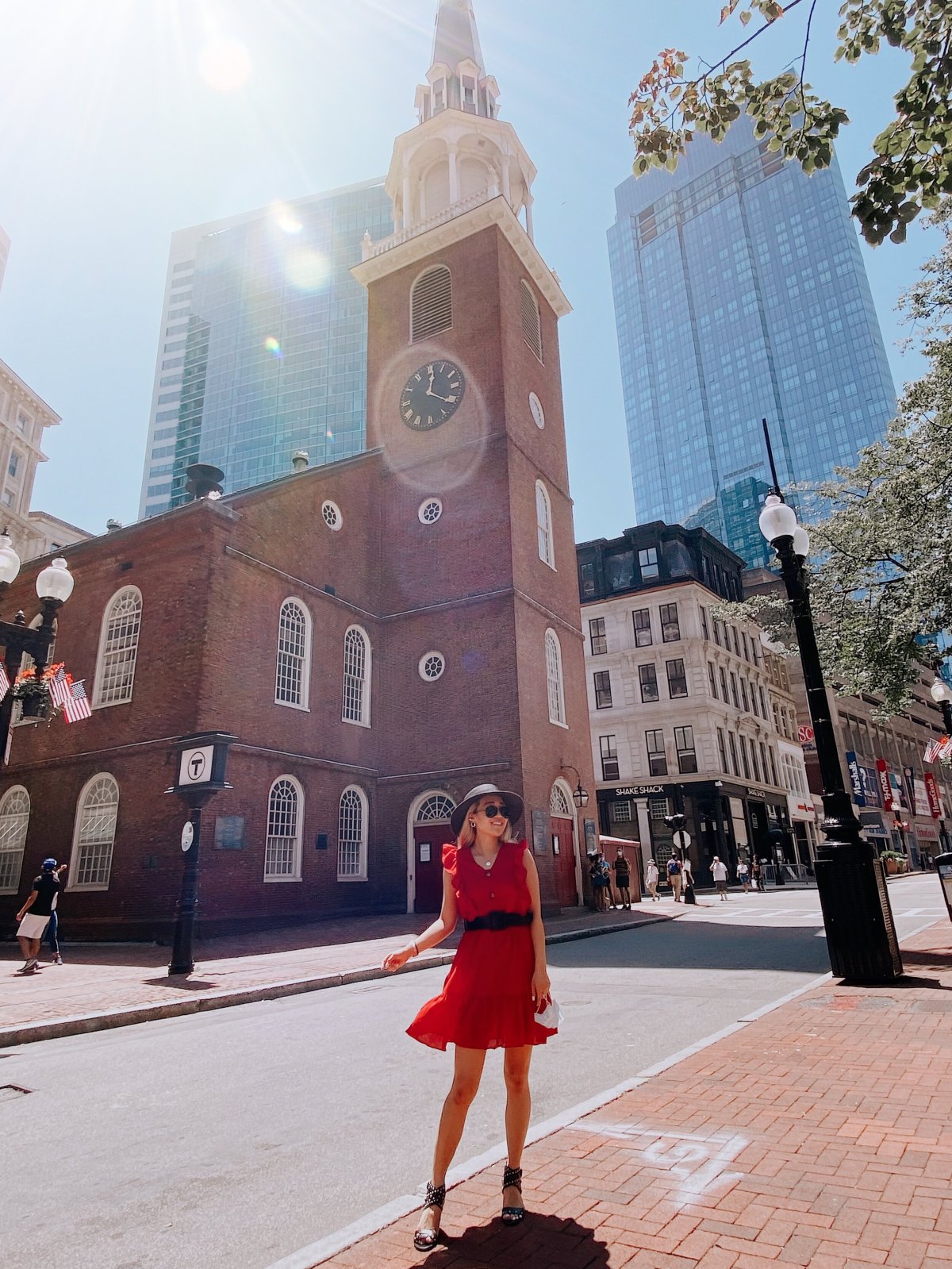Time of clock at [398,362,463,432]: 12:21
